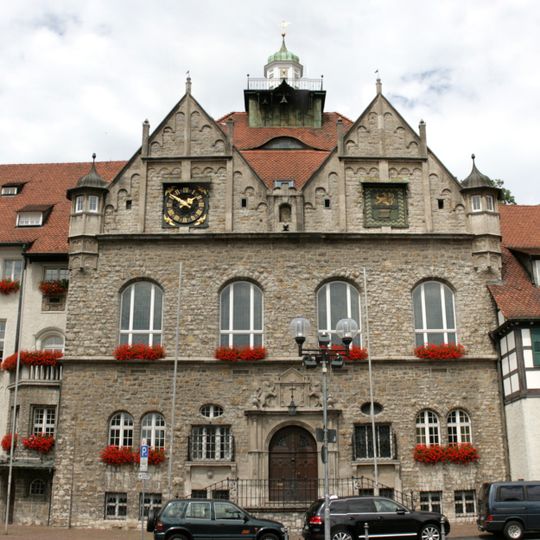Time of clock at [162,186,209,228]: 1:50
